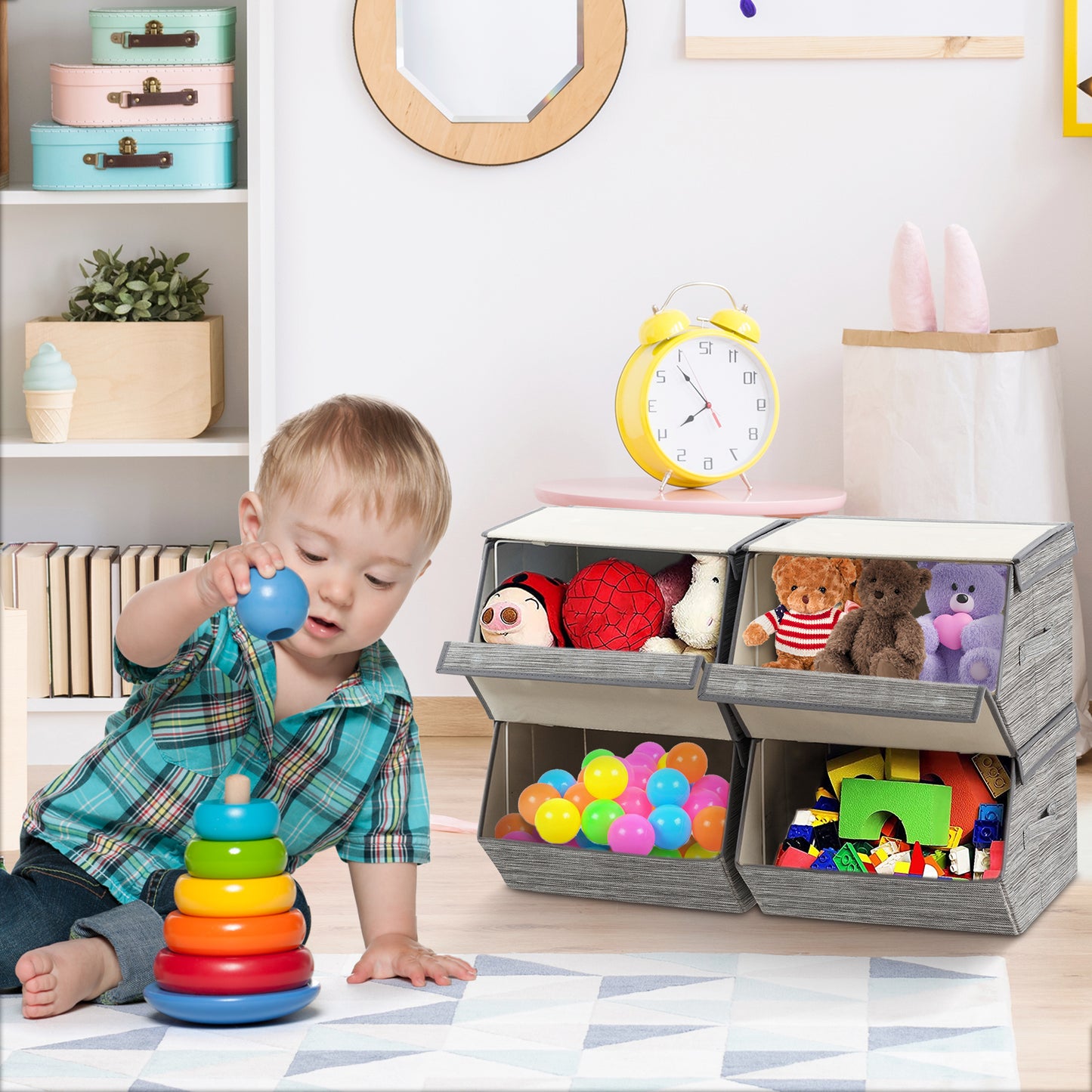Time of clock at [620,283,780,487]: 7:53
